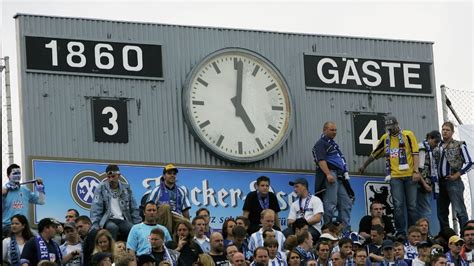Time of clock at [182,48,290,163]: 5:01
